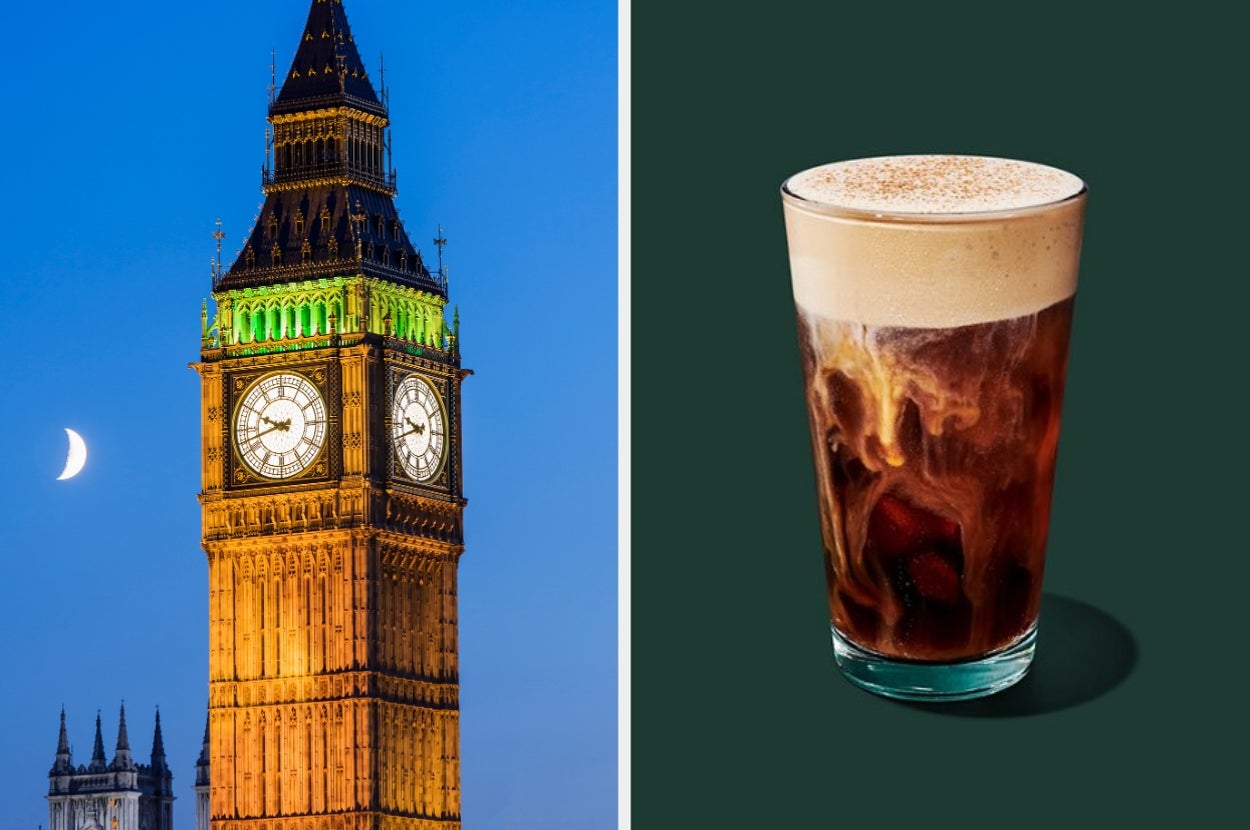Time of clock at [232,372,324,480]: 9:42
